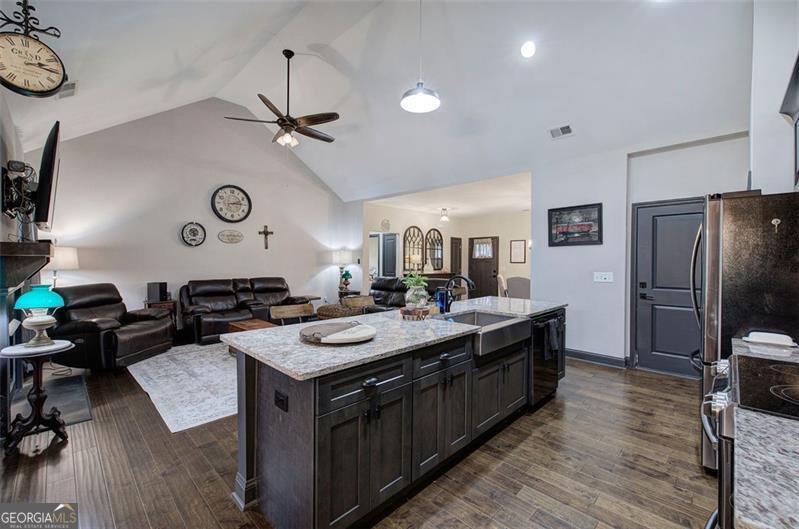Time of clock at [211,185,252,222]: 2:14
